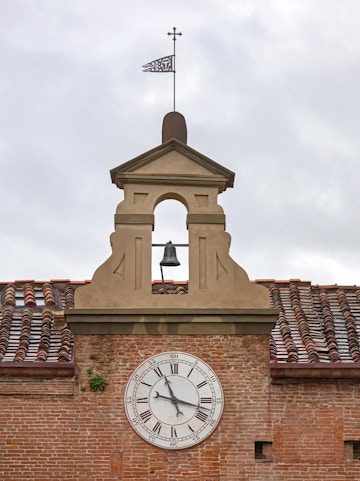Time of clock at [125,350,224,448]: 11:17
